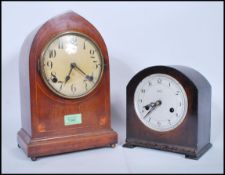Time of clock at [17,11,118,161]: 7:20
